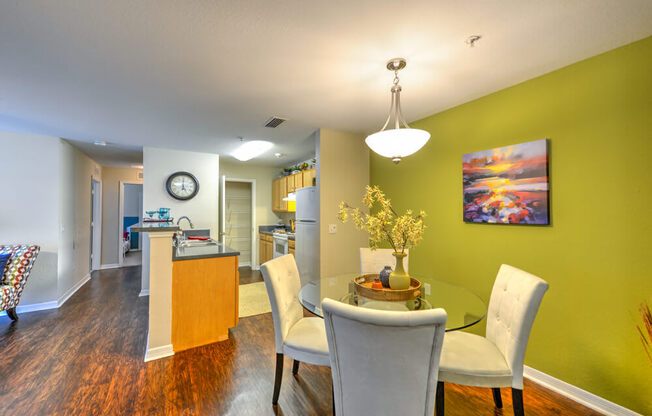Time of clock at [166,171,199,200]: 5:00
